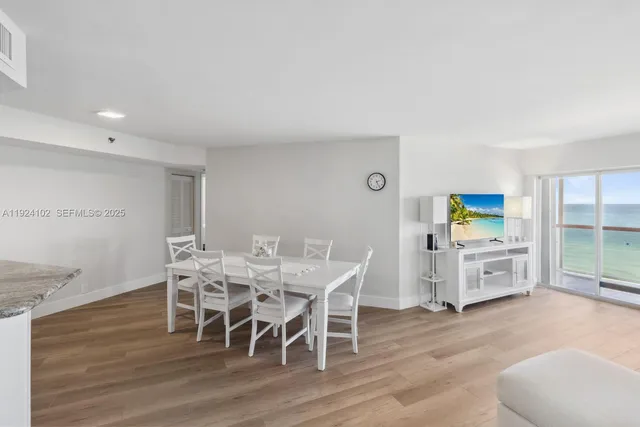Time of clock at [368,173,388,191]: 2:25
